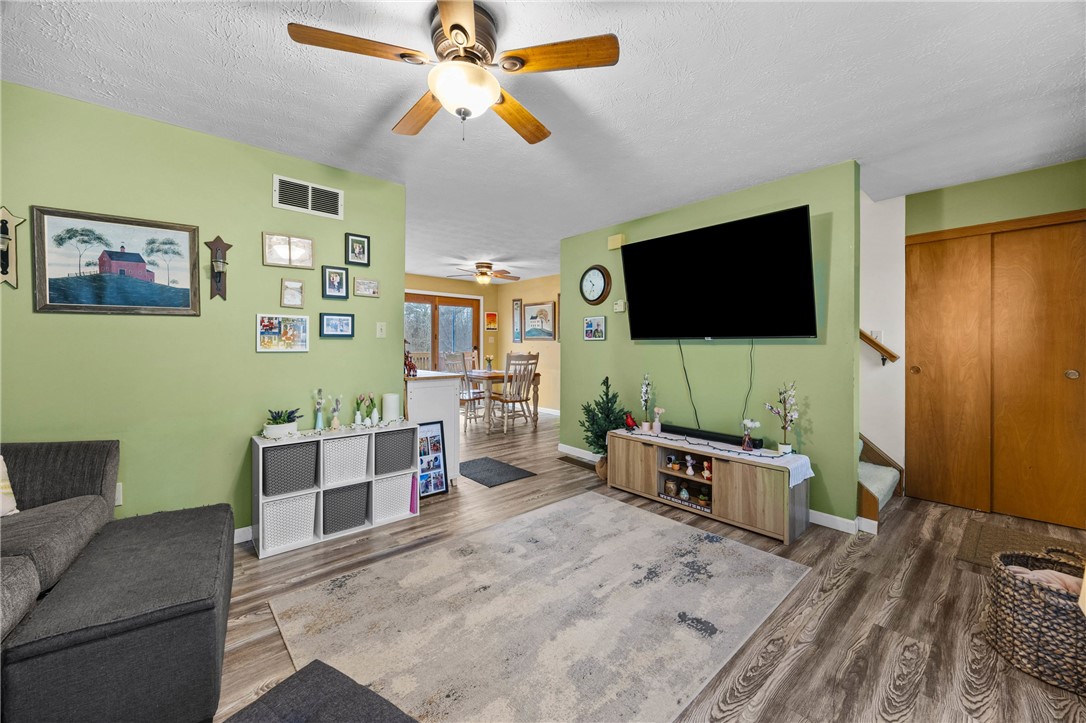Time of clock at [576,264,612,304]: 10:34
